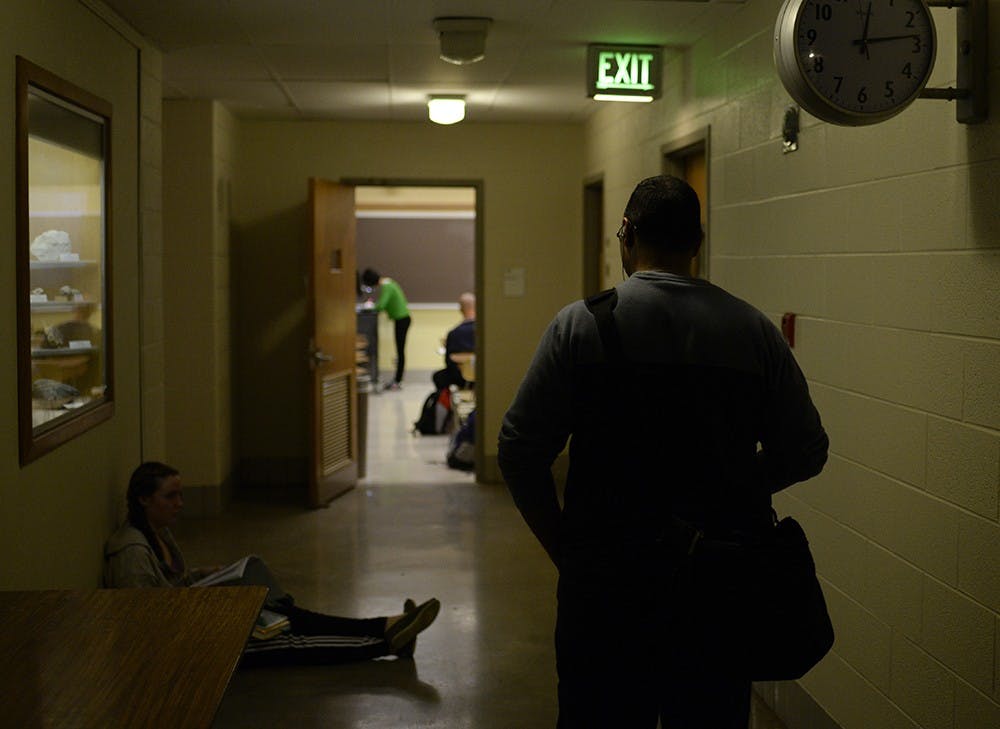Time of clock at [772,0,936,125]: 12:13
